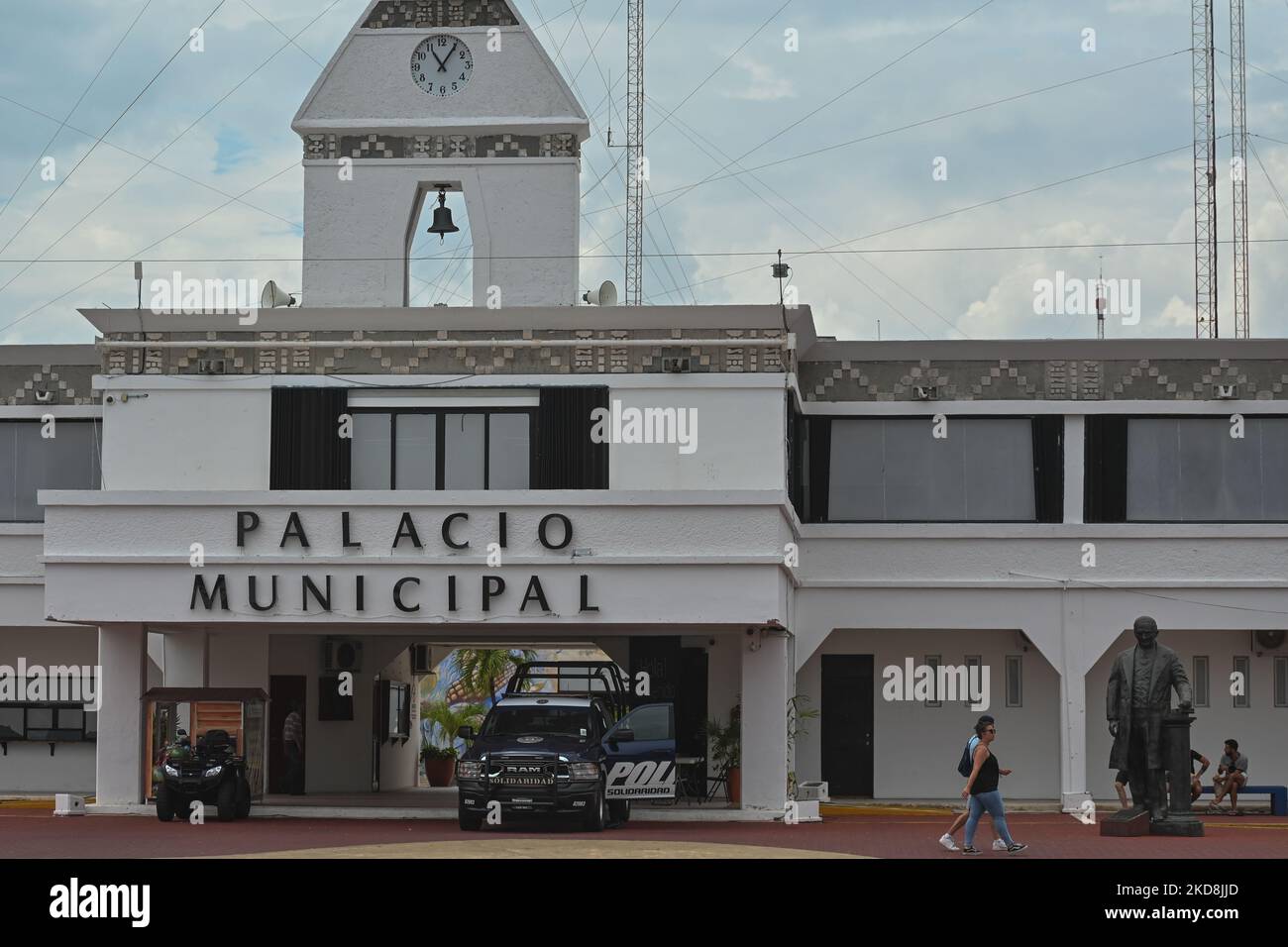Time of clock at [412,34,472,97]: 11:05
